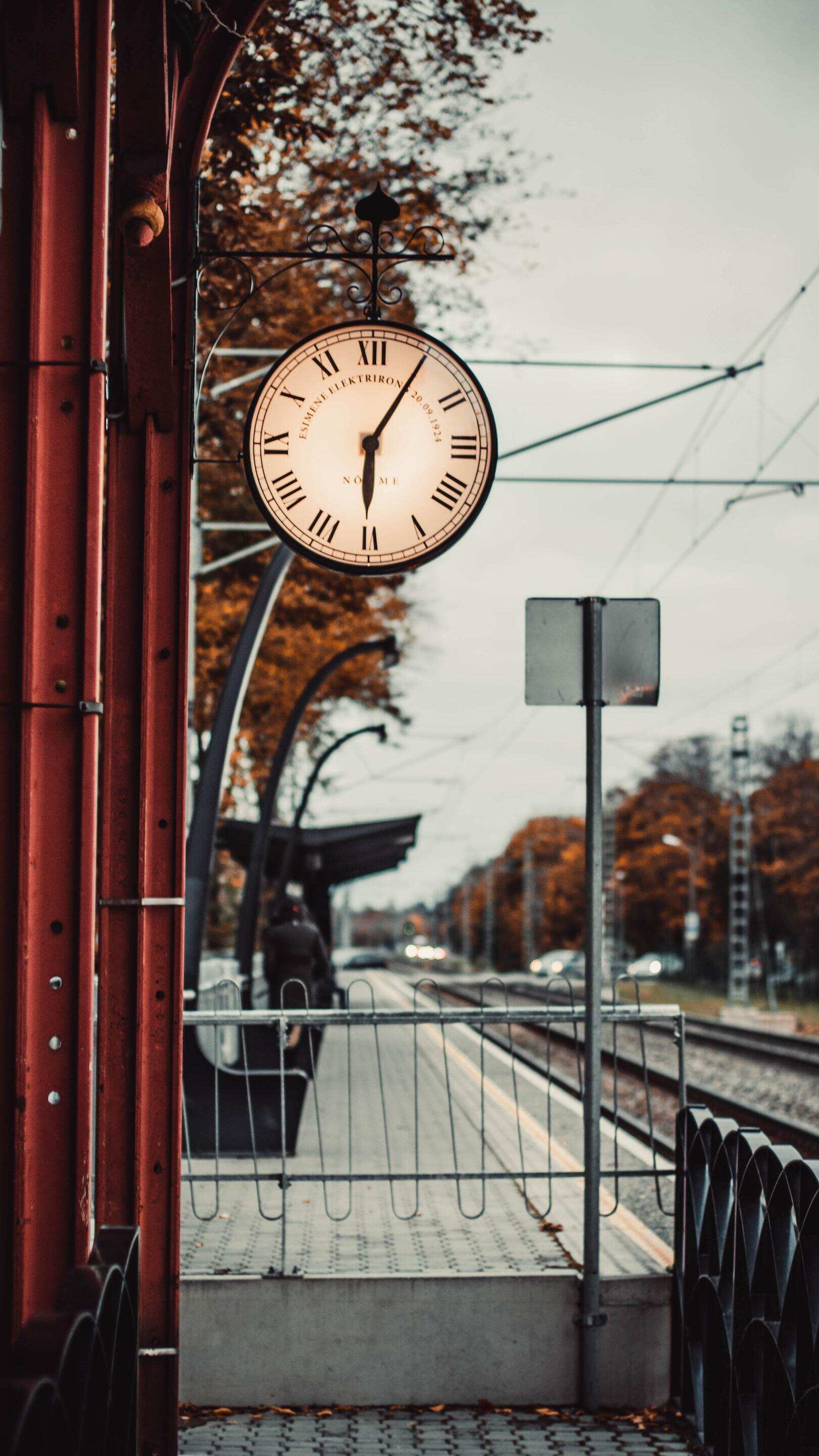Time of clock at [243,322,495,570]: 6:05
